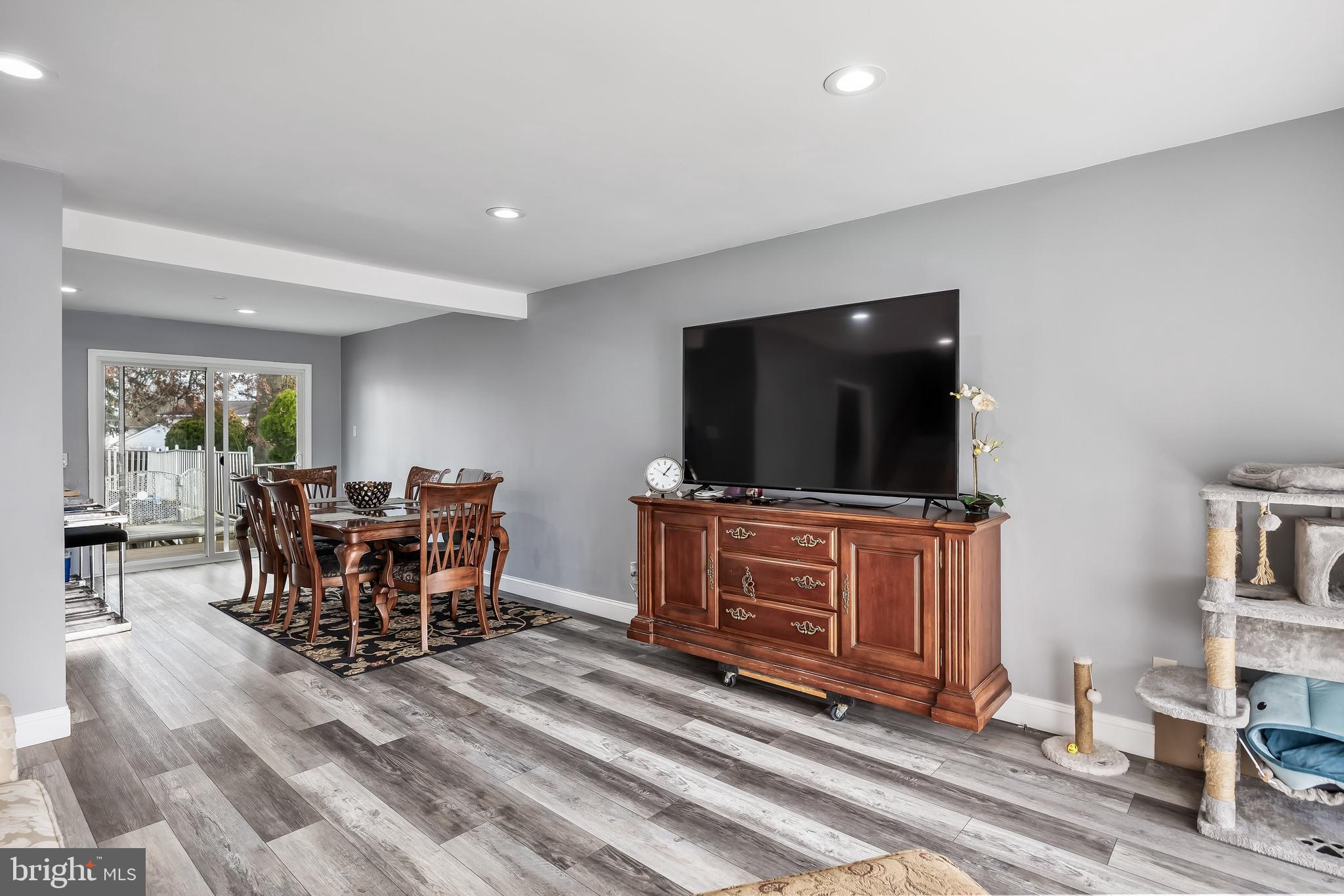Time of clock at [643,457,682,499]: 1:05
